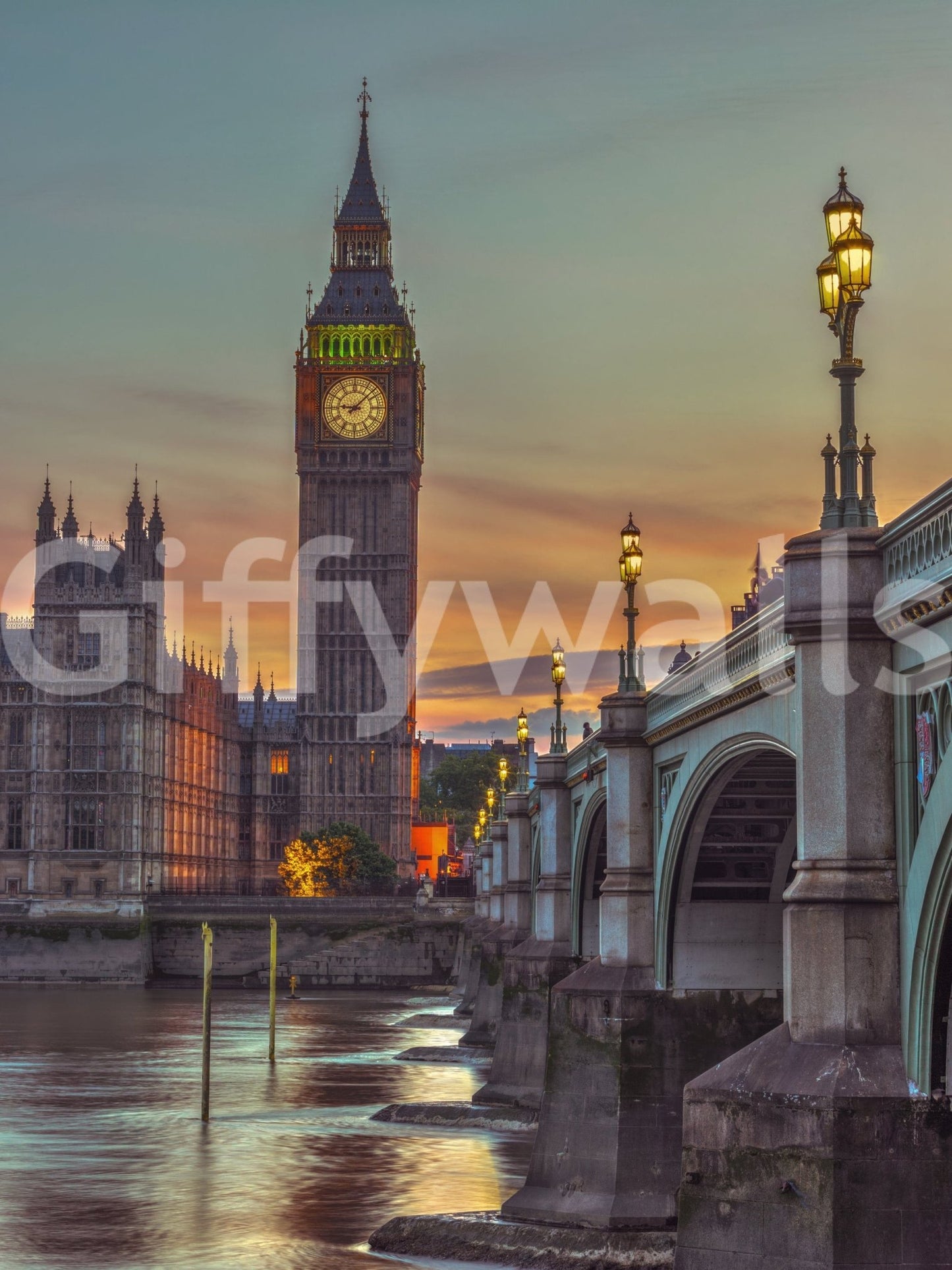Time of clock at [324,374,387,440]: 9:07
